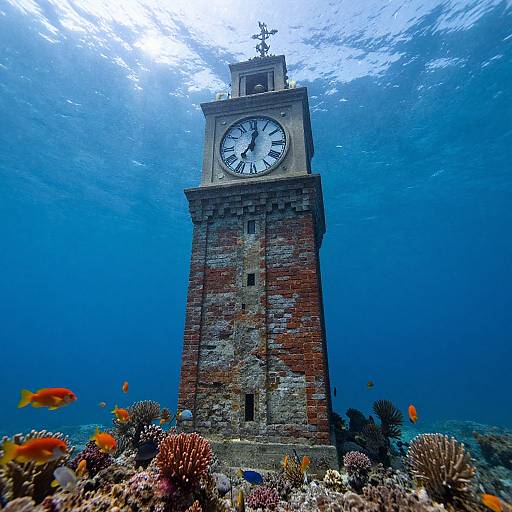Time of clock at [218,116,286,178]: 12:36
